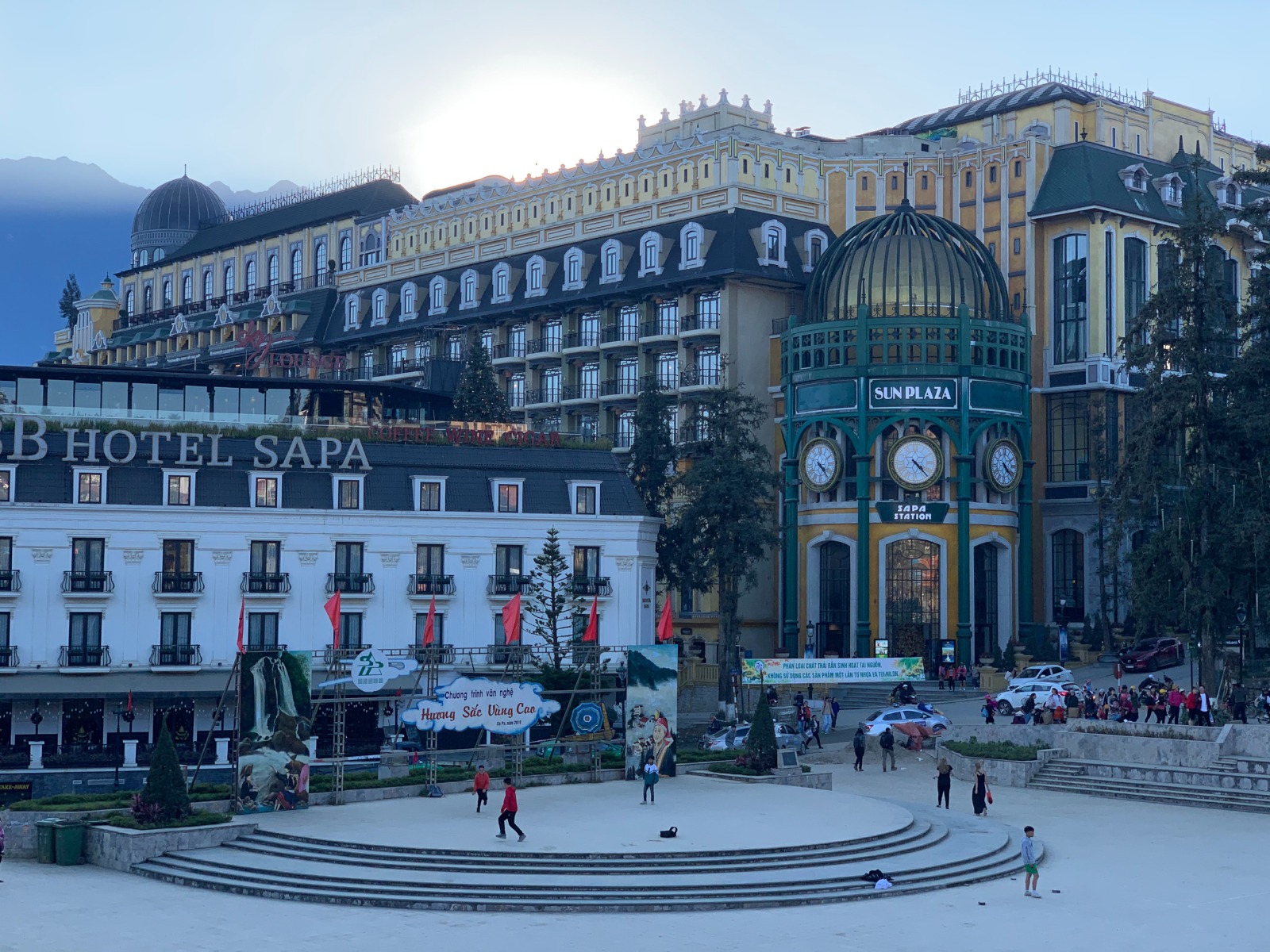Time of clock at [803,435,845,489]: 4:22
